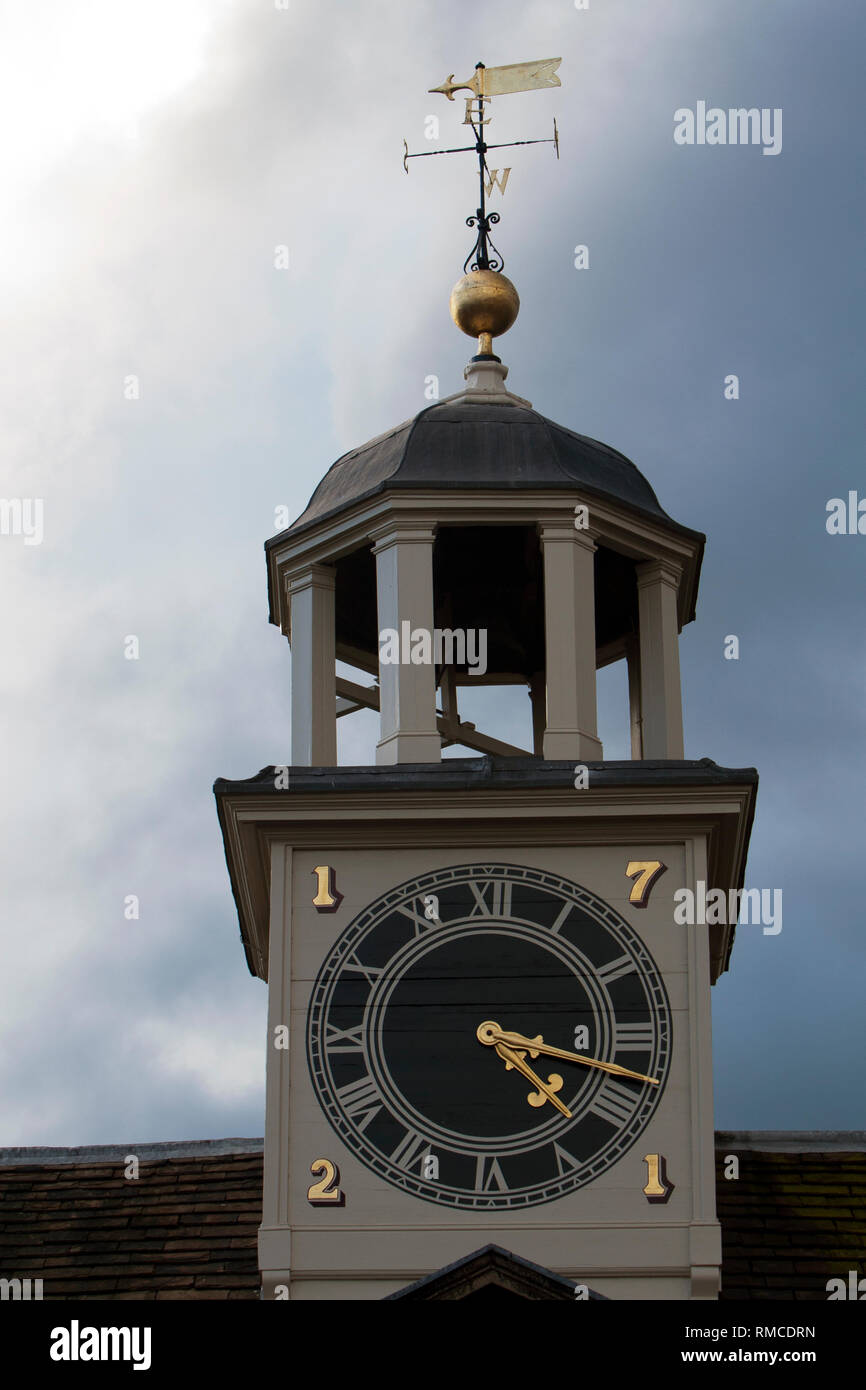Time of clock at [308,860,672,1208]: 4:17
